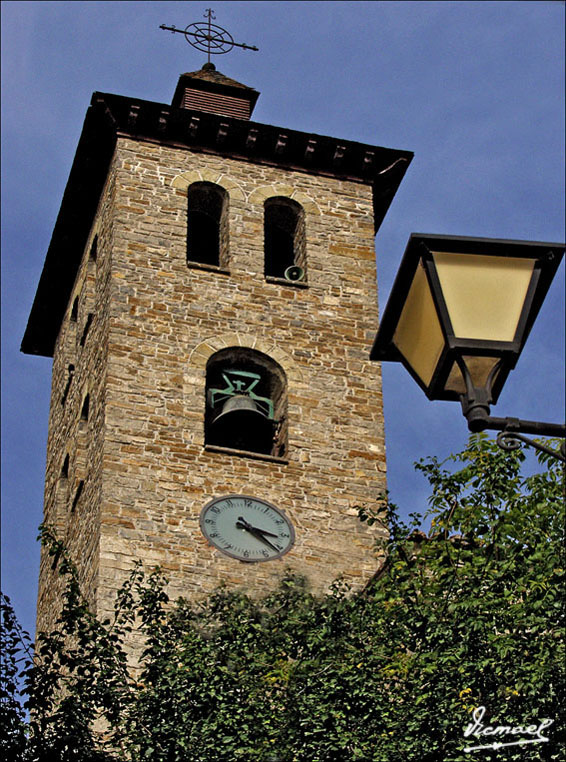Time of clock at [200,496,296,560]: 3:21
